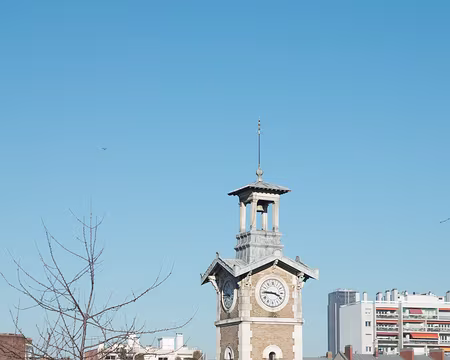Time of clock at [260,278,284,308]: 3:45
